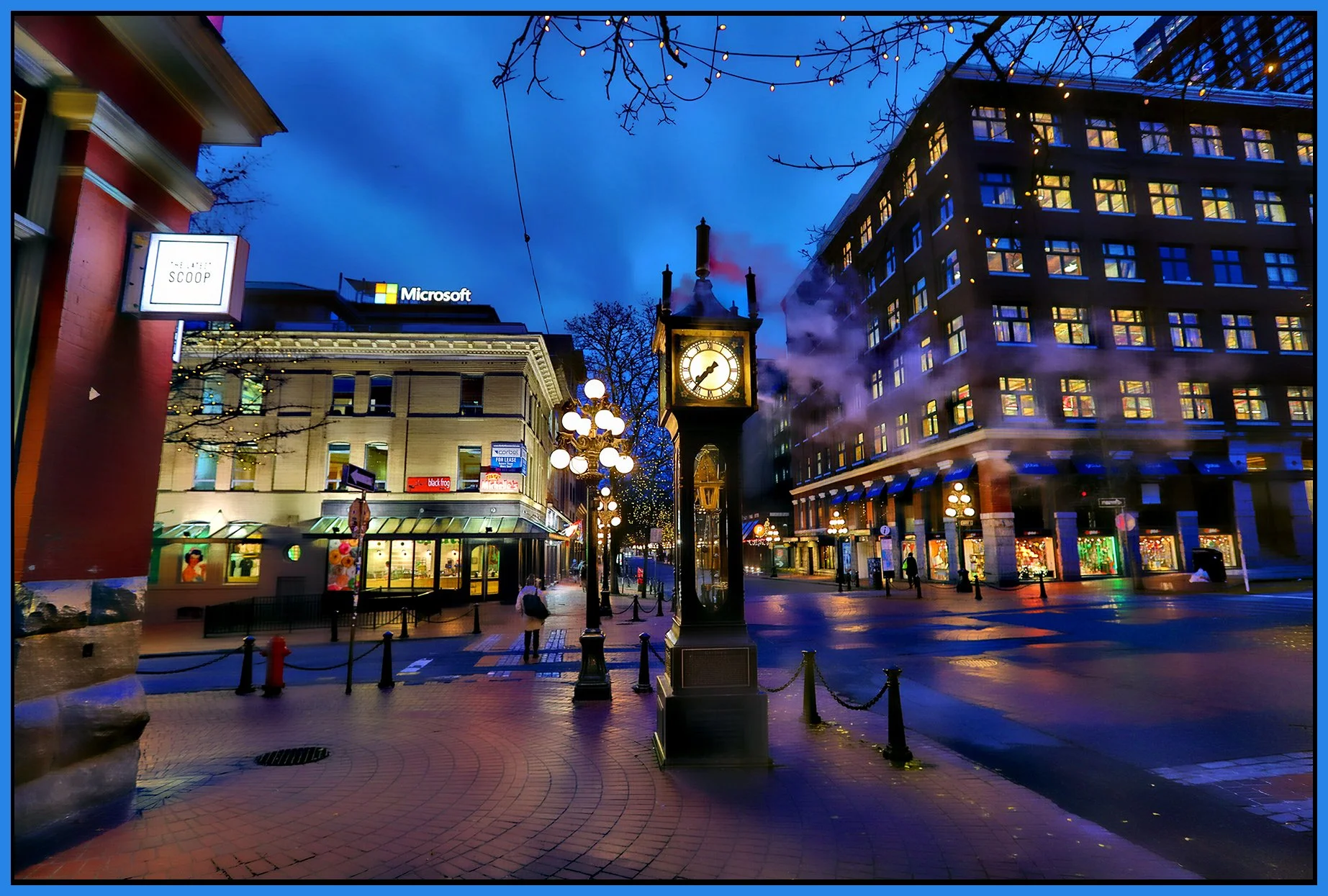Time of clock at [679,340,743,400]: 7:36
